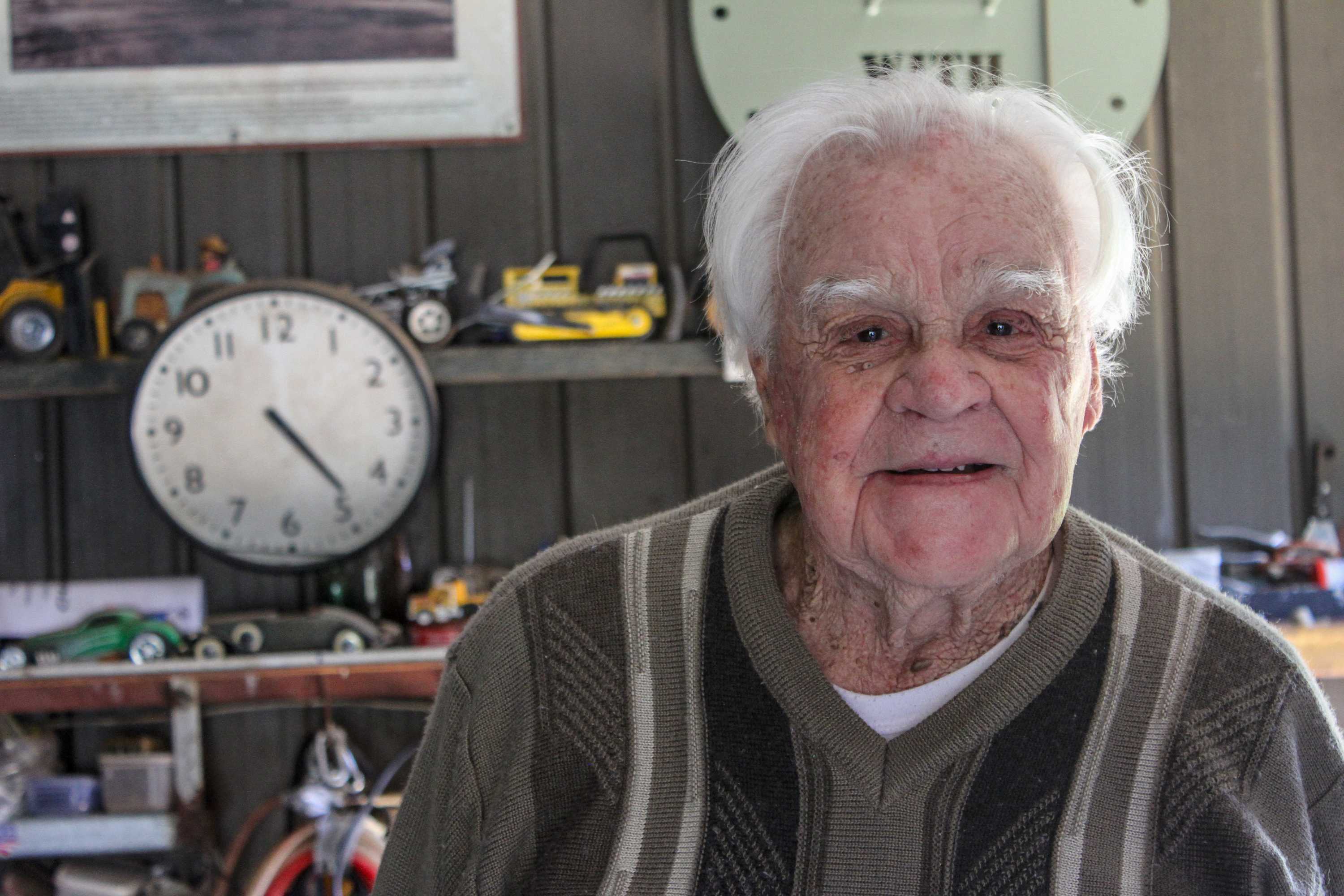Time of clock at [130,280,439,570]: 4:23
